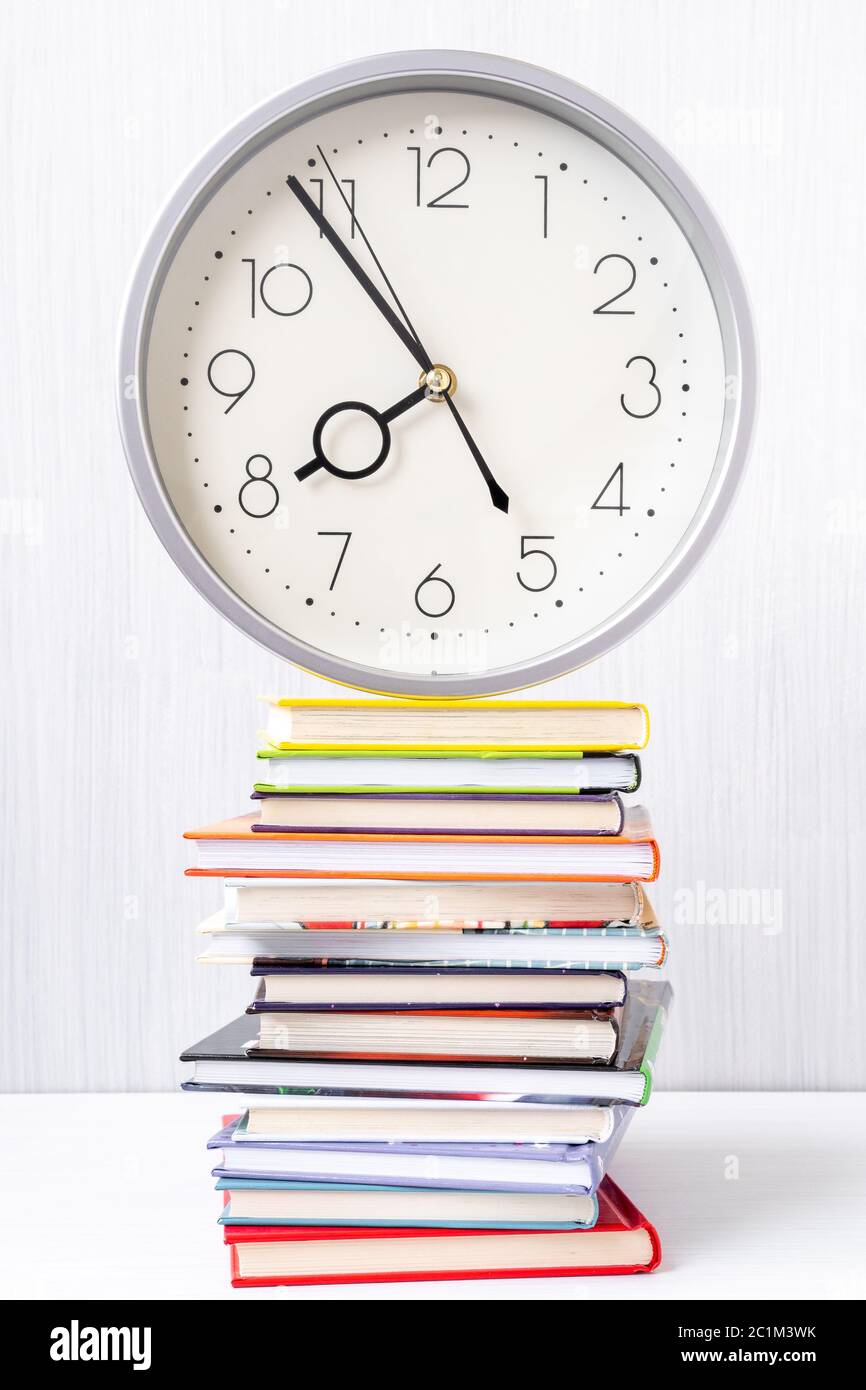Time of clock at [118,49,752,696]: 7:54
